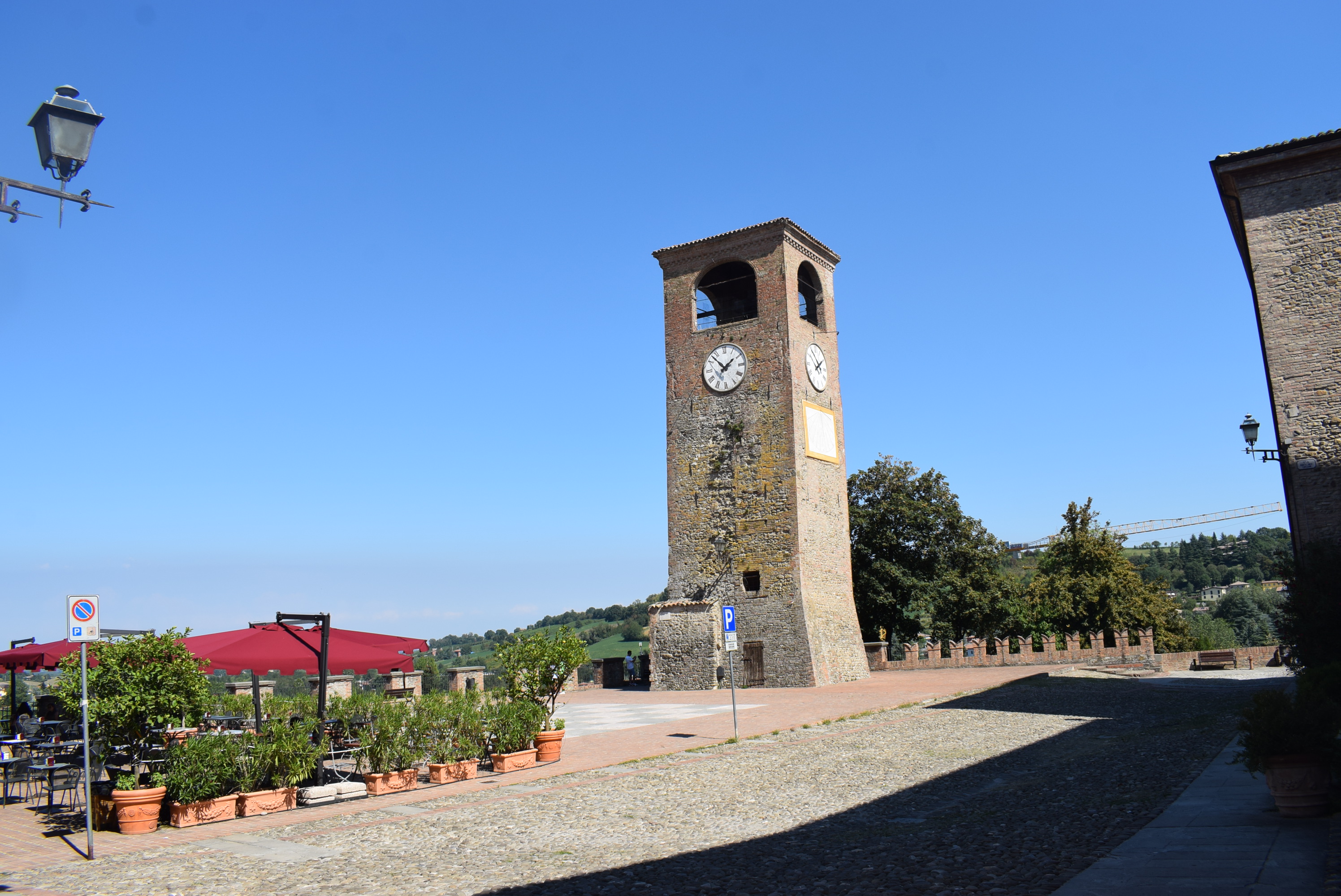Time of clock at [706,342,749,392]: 1:52
